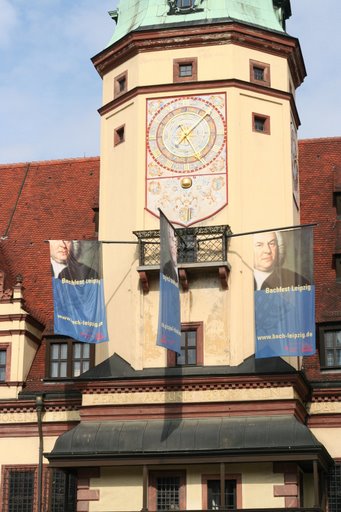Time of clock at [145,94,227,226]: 11:07
